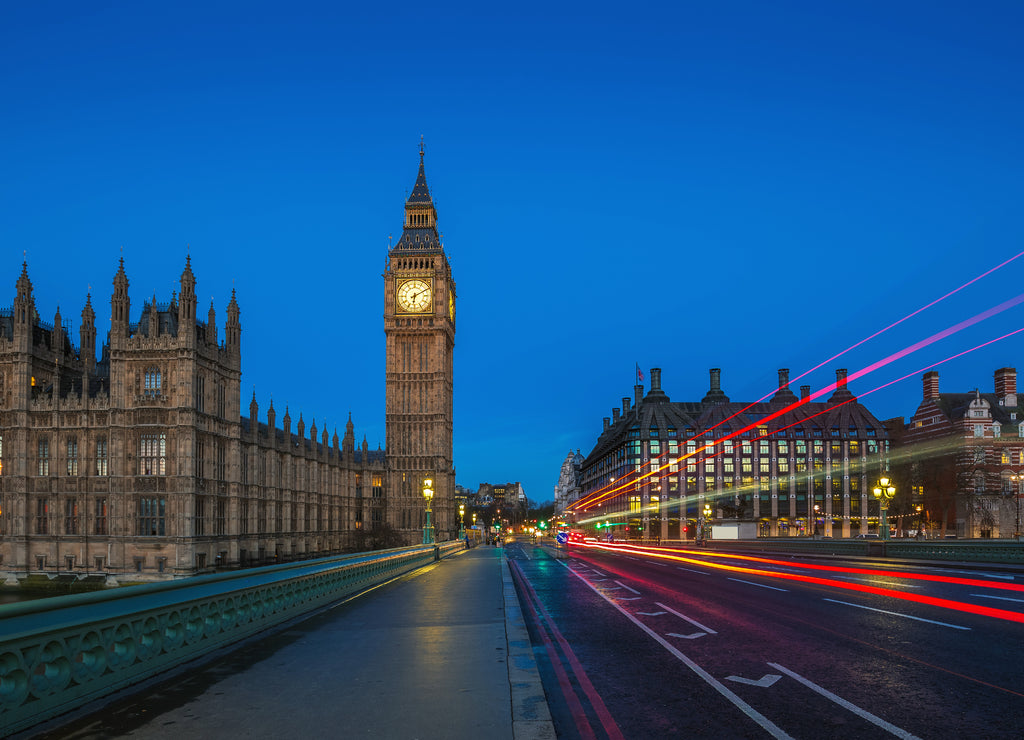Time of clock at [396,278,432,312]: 6:10
